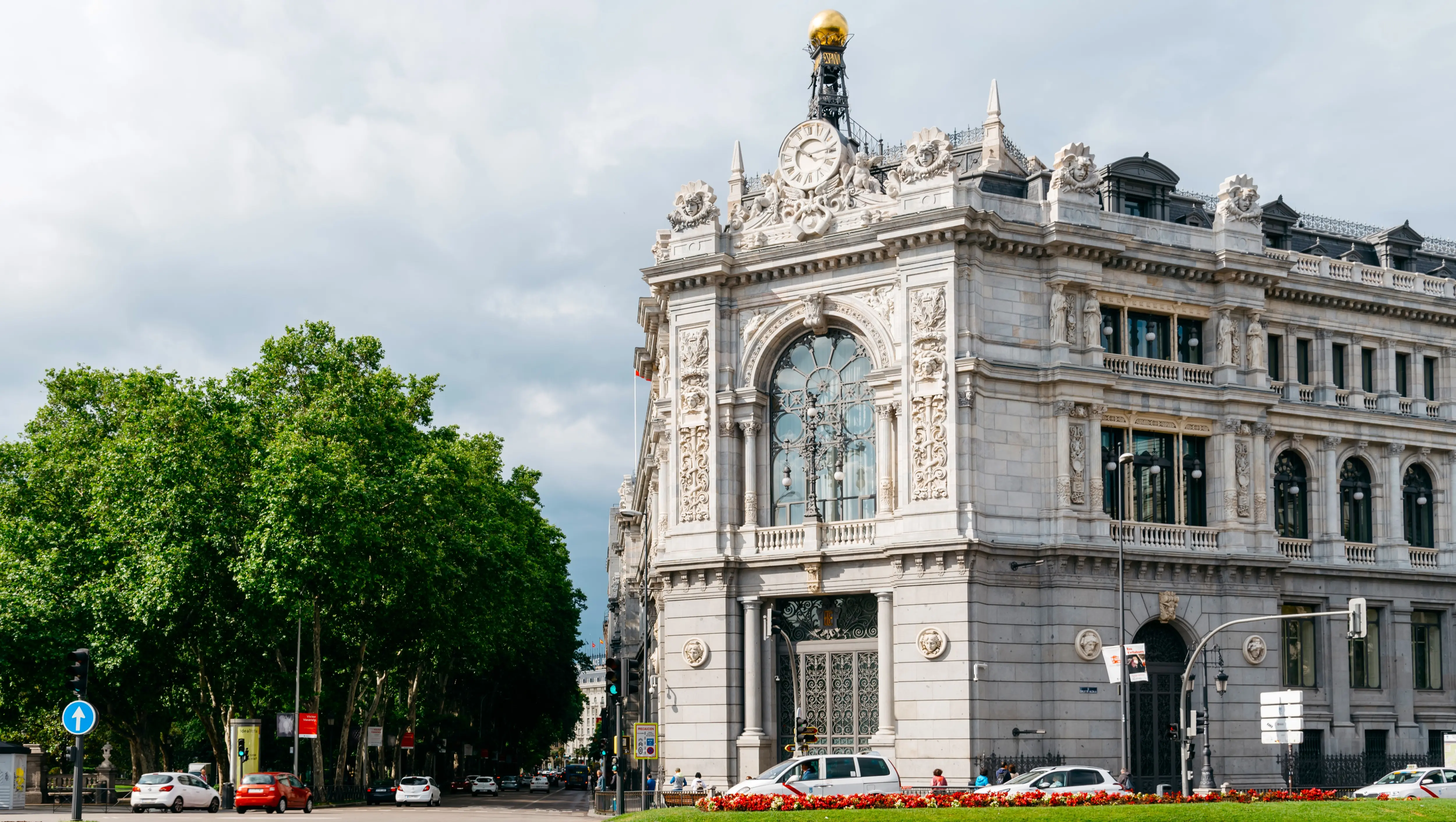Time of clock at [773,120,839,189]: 10:14
